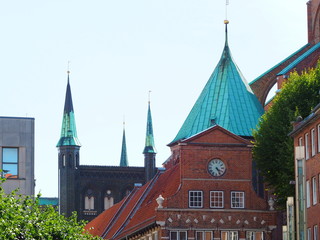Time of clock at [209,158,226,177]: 4:24
